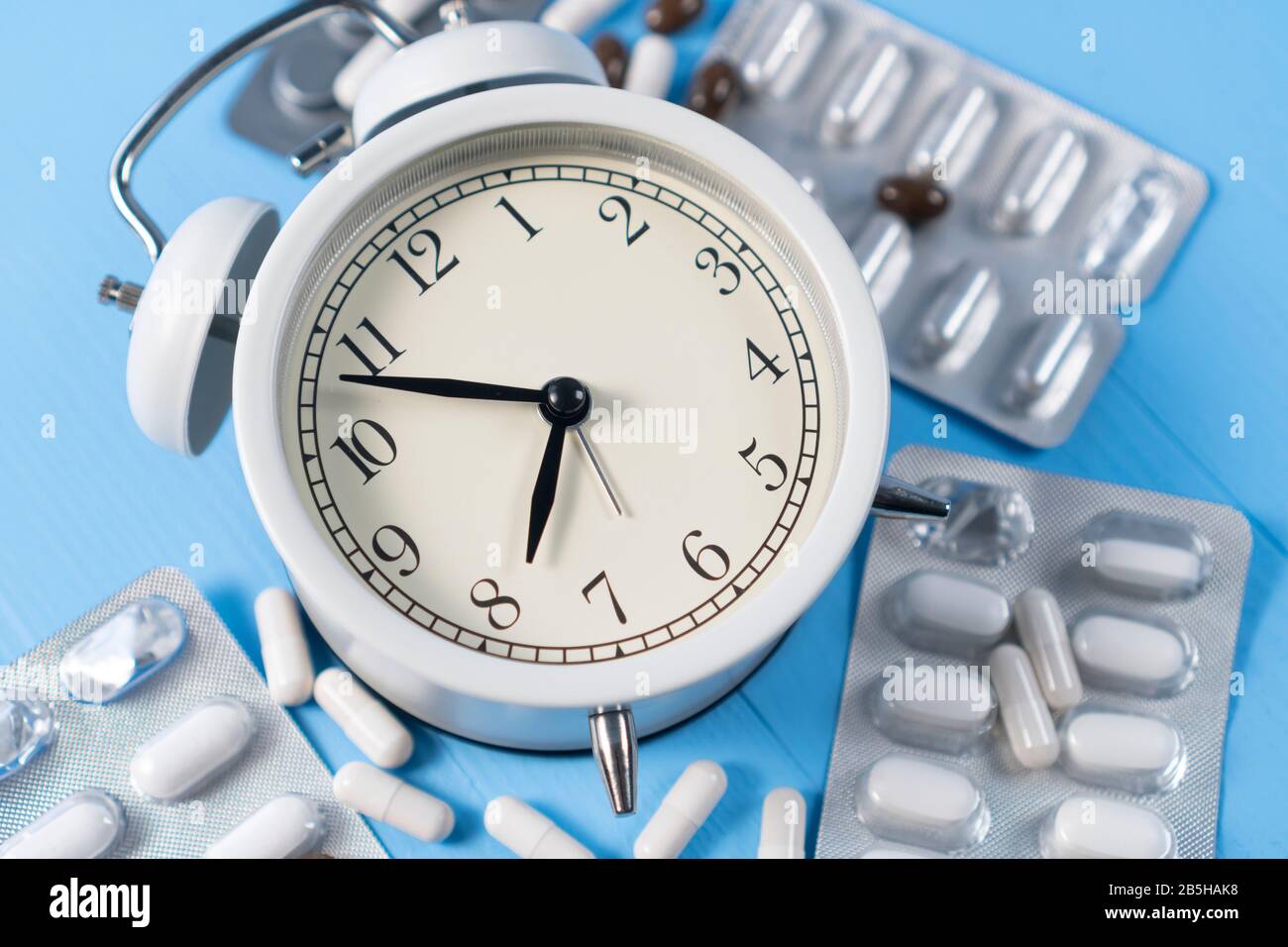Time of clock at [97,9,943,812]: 6:48
